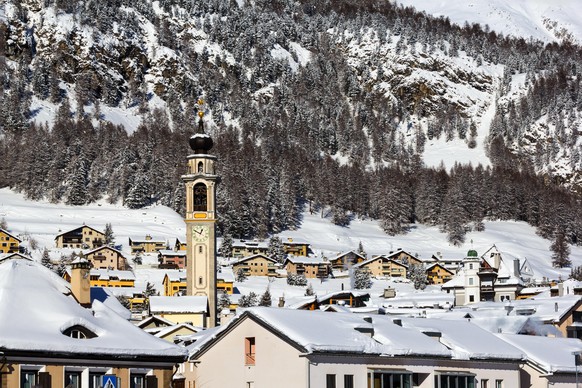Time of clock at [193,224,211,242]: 12:49
